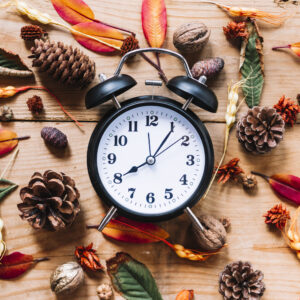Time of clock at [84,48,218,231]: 8:05
